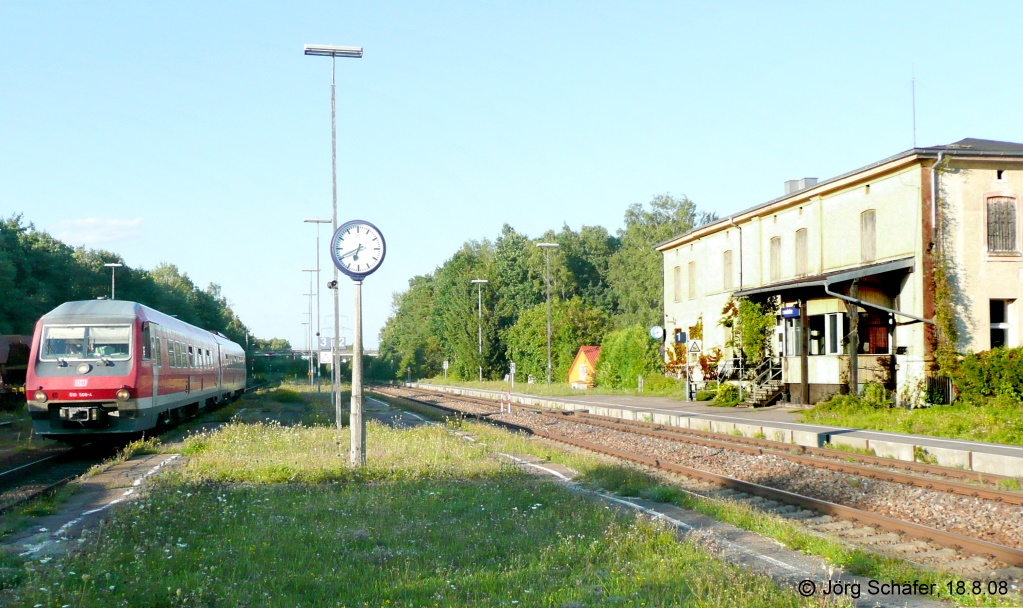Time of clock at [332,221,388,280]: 6:40
